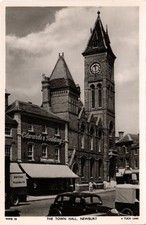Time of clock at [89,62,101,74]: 11:28
